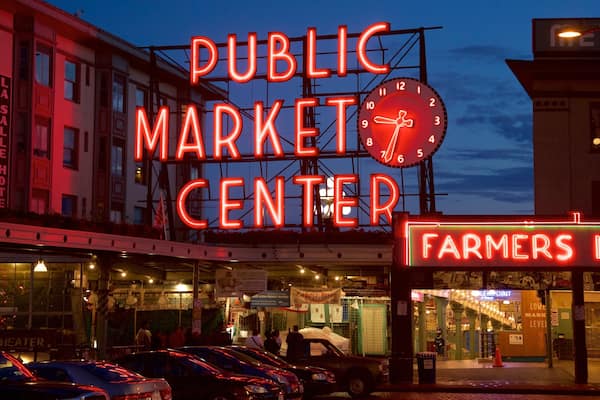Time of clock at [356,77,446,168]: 9:34
